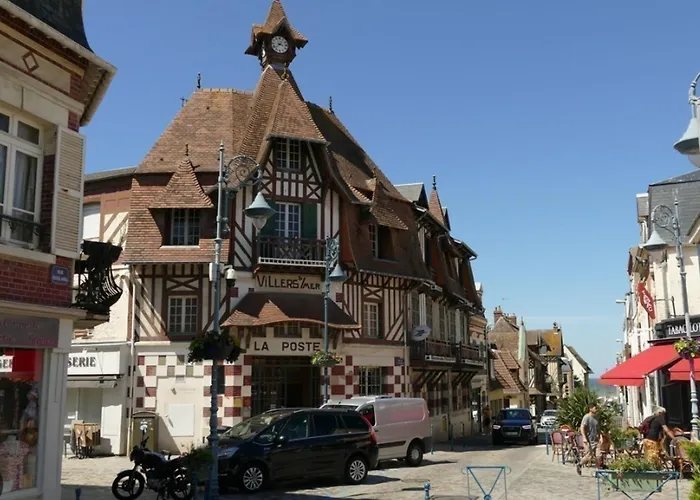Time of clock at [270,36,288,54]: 3:37
